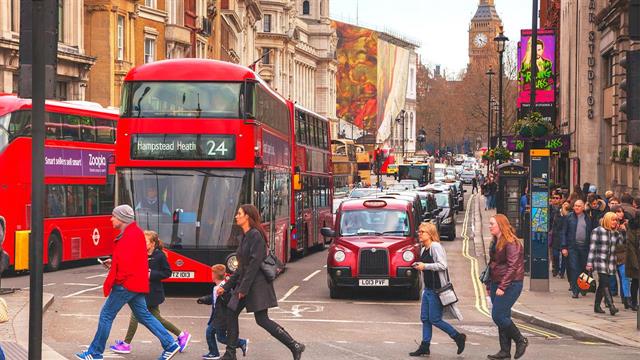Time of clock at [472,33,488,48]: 5:18
